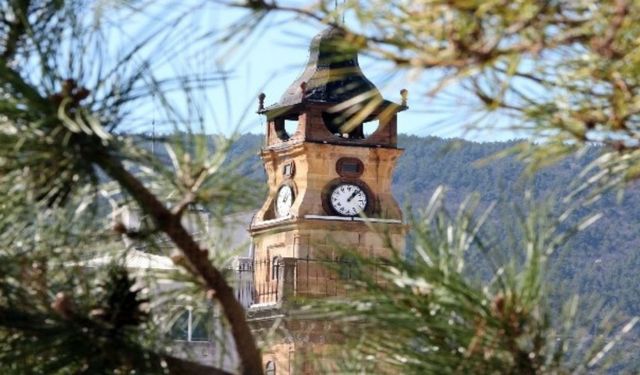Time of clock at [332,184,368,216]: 1:07
